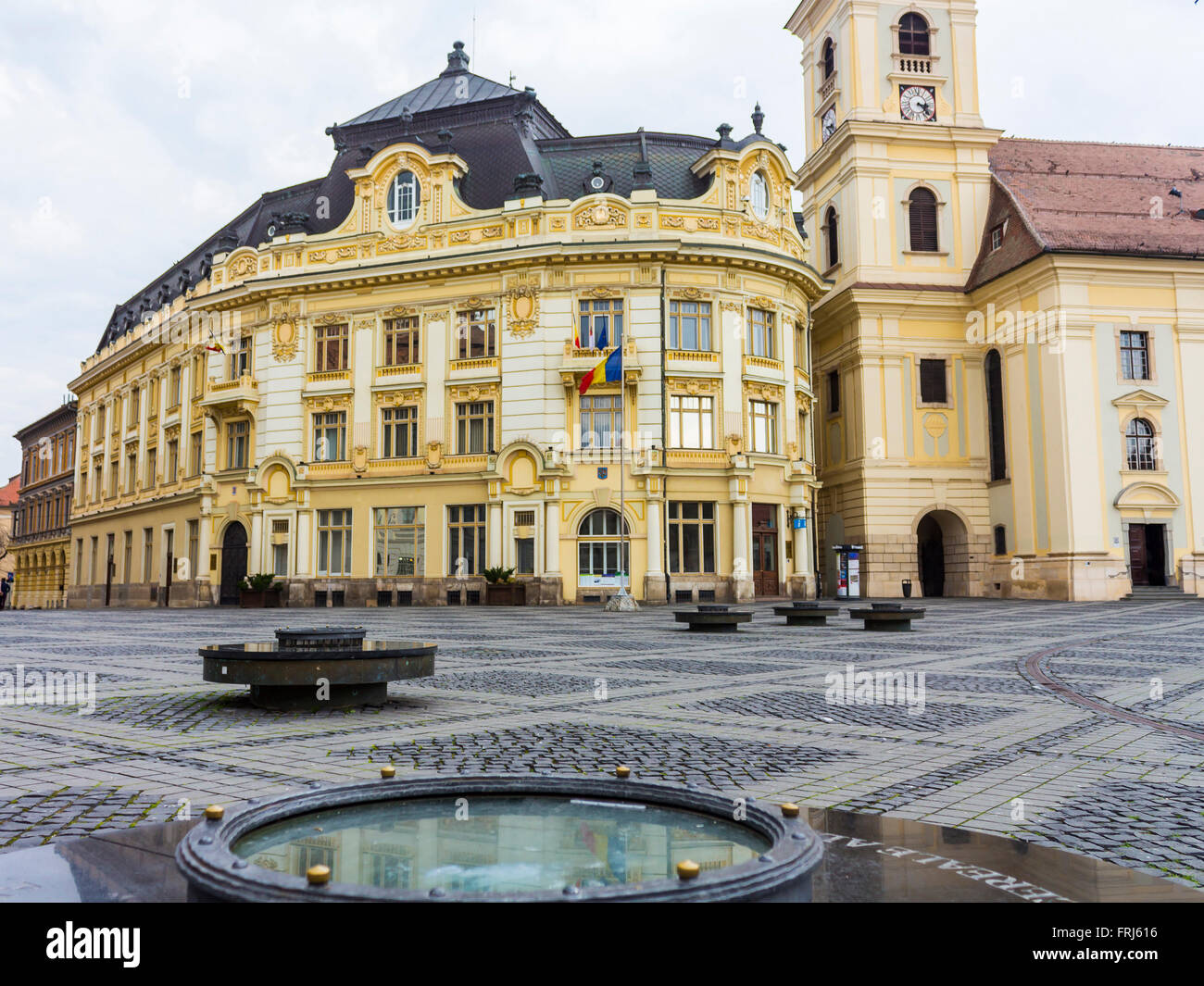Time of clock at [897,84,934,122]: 3:22
